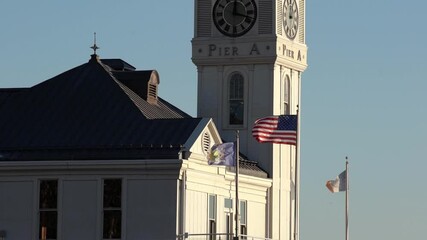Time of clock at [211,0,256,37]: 12:17
